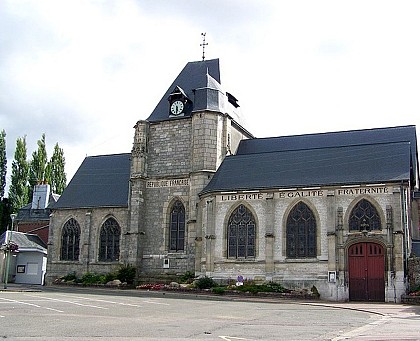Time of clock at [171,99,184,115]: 5:30
